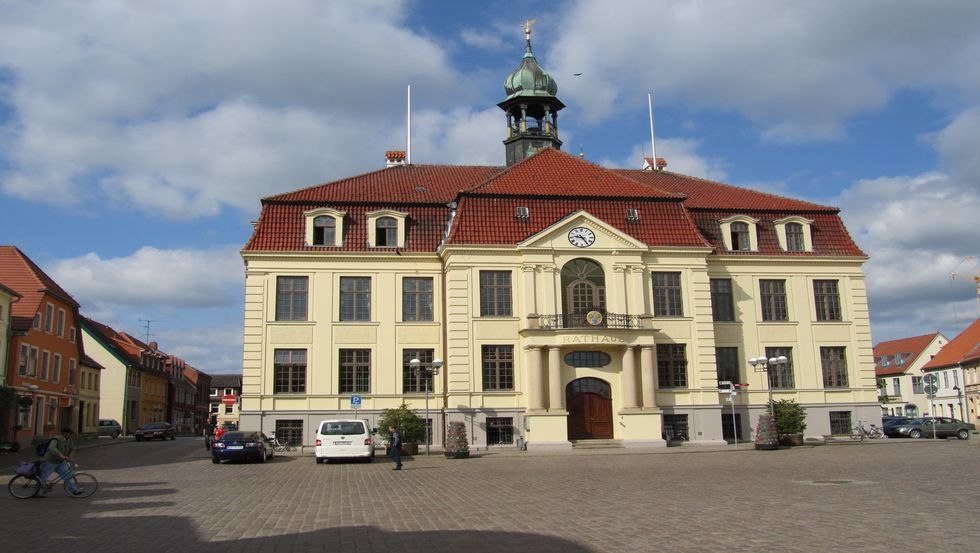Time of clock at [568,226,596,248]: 9:24
